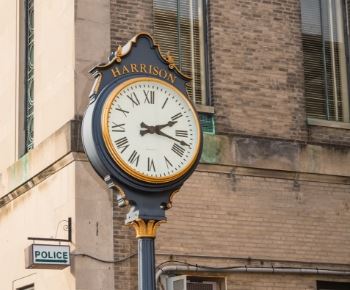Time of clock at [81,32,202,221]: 2:18
